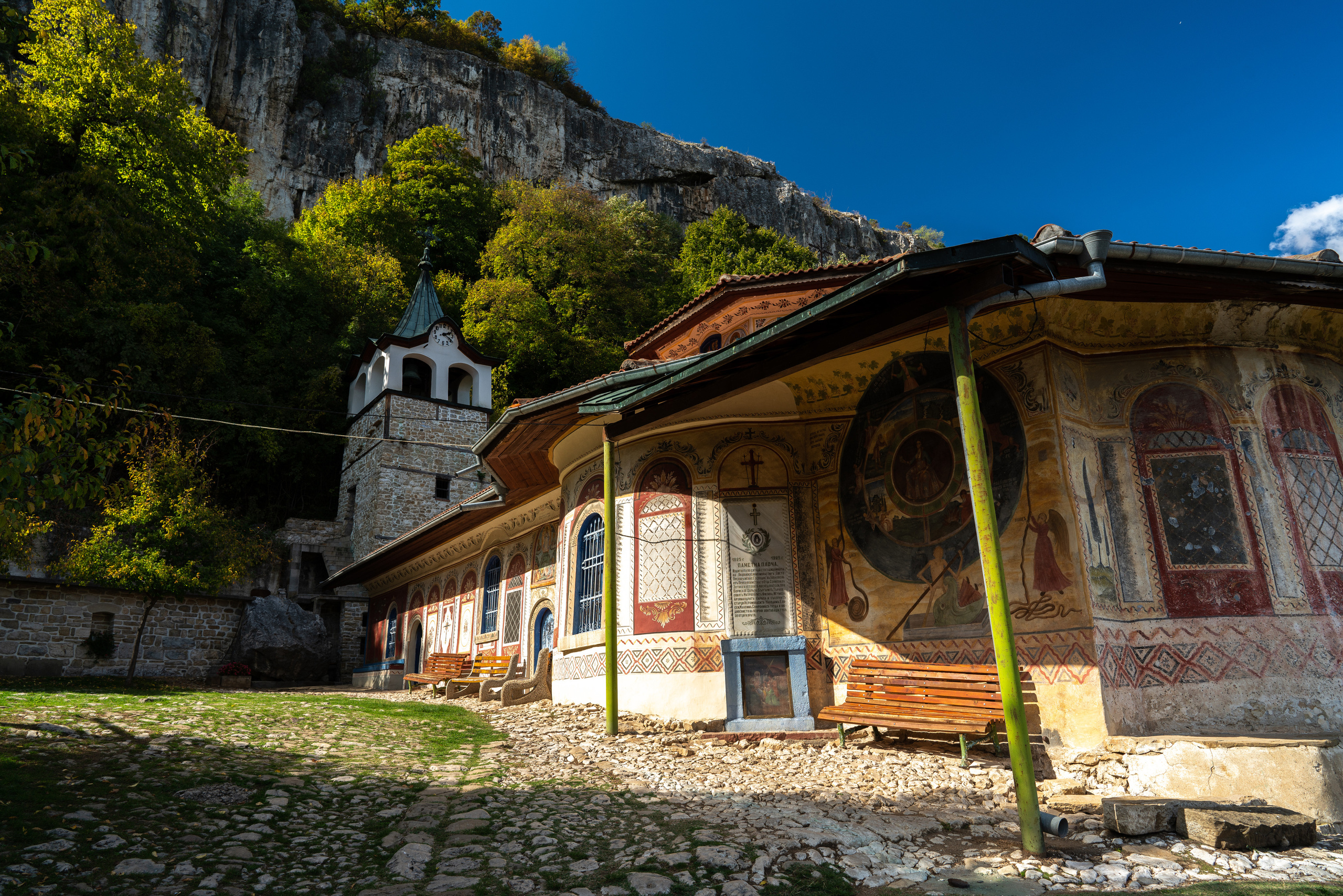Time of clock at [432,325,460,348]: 2:19
